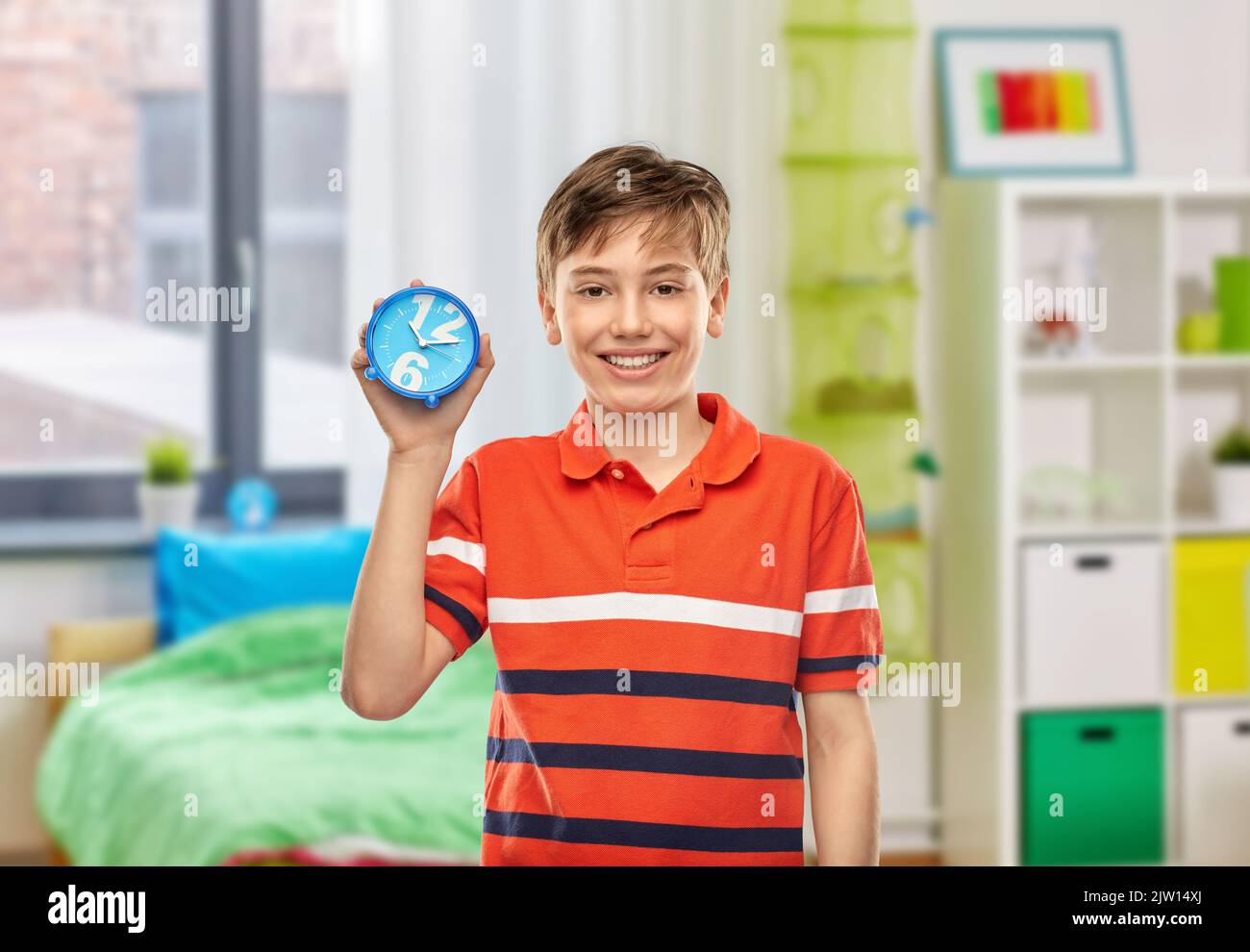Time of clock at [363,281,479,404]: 11:15
